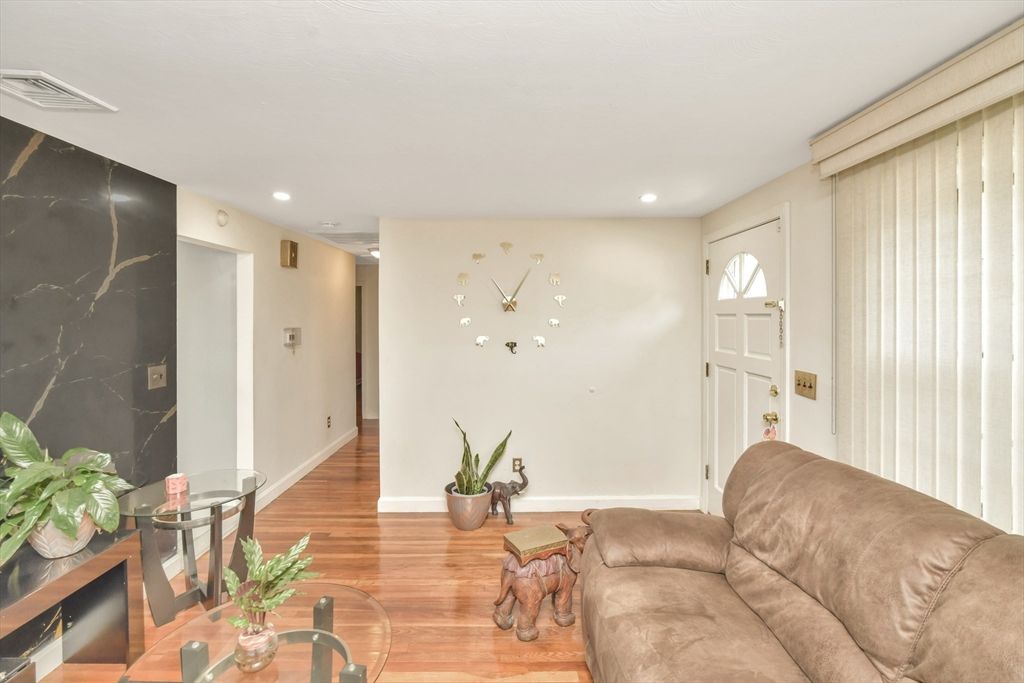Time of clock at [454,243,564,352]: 11:05
